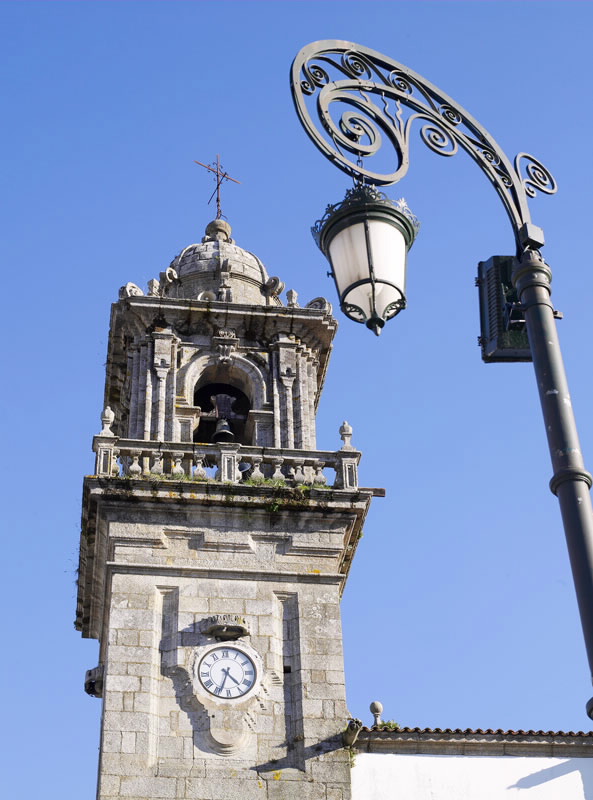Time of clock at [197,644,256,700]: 4:33
